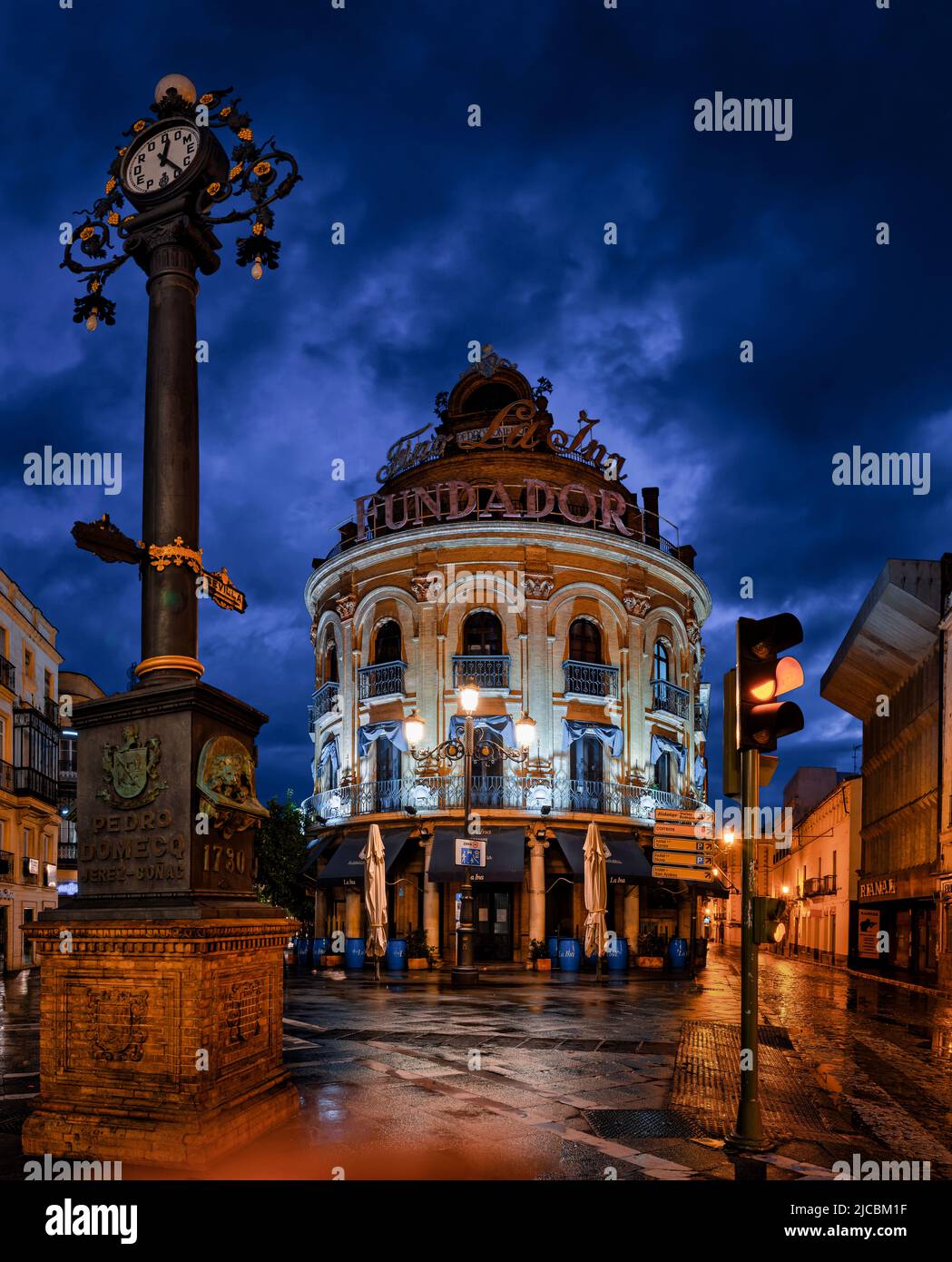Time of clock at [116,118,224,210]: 12:23
